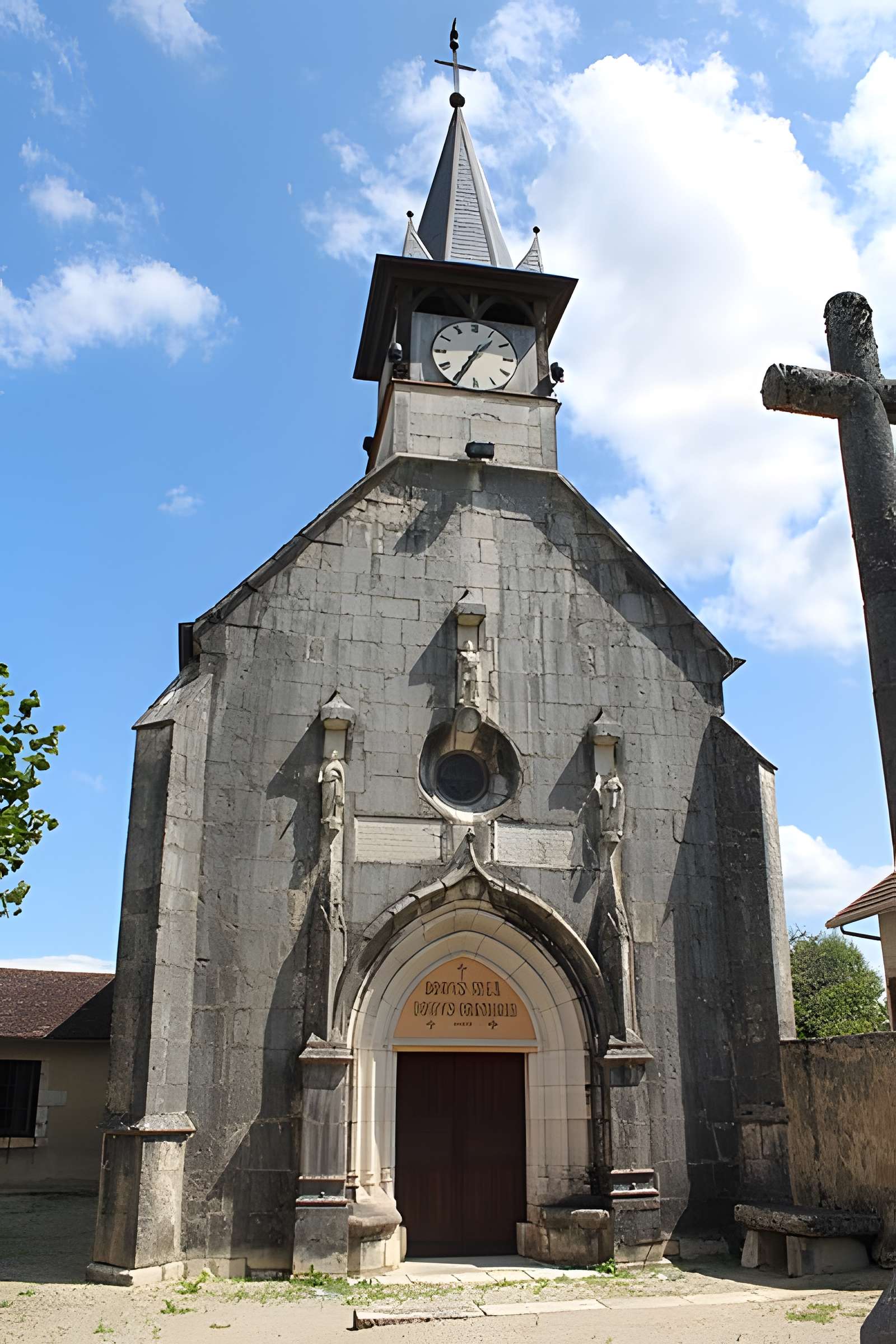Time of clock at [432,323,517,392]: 1:35
